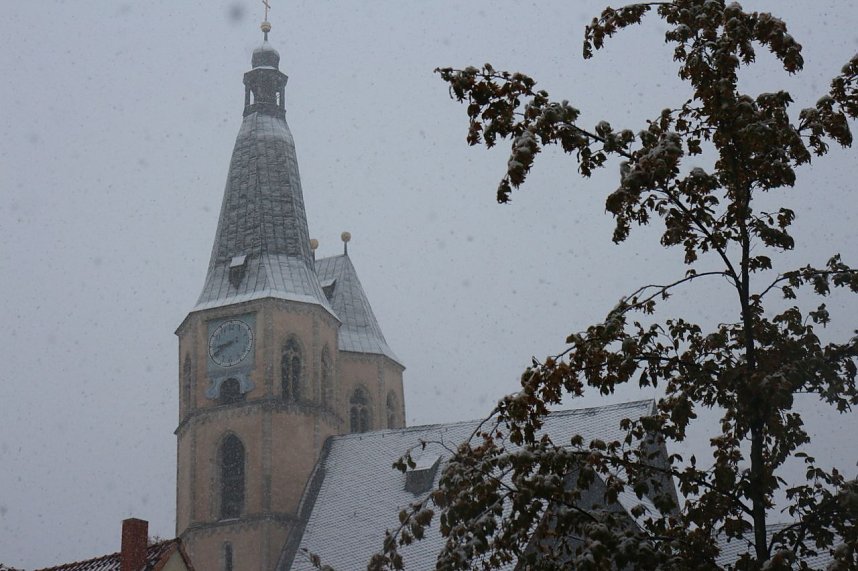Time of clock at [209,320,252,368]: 8:40
